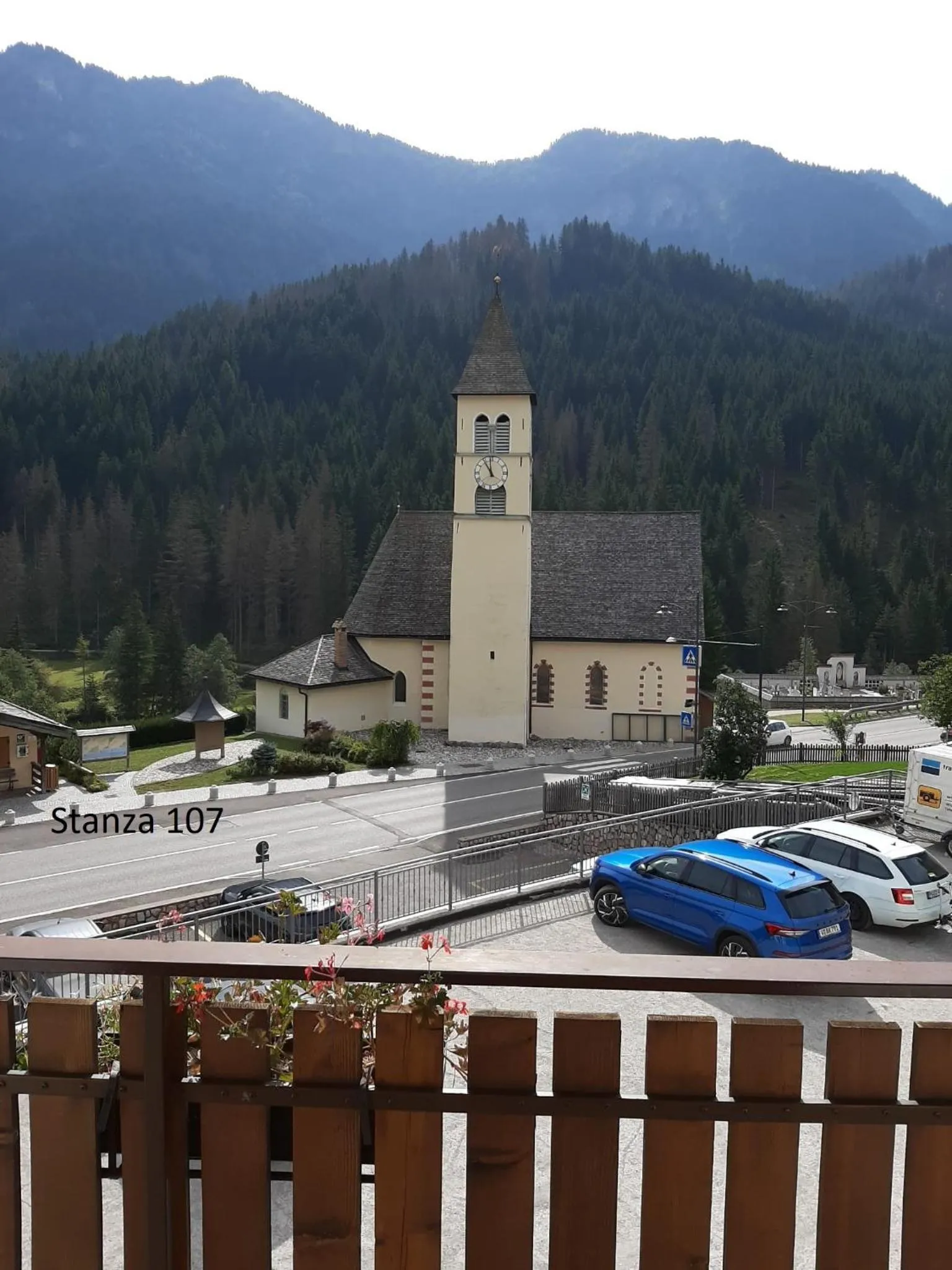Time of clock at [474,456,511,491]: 10:58
